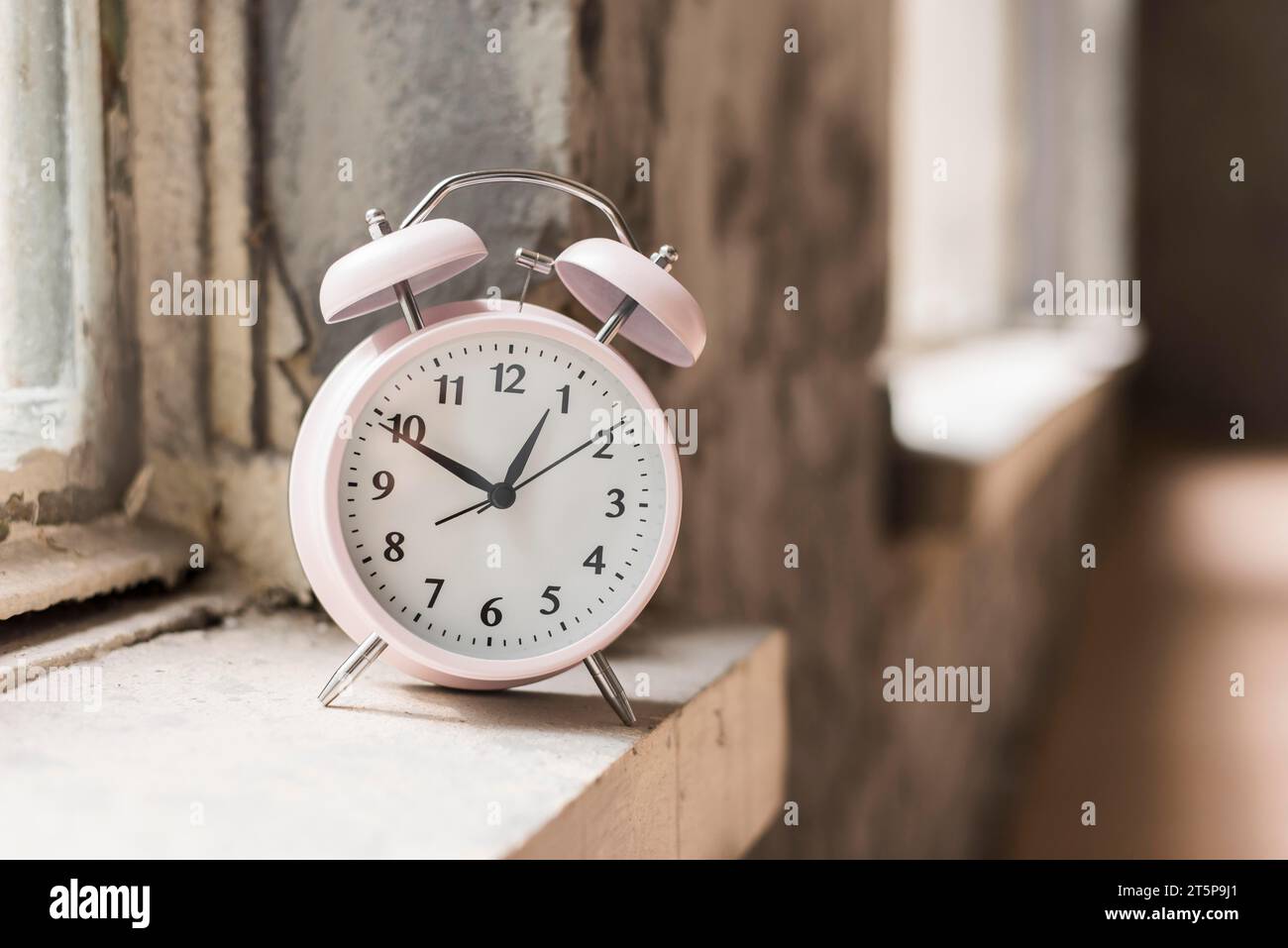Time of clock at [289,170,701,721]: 12:49
